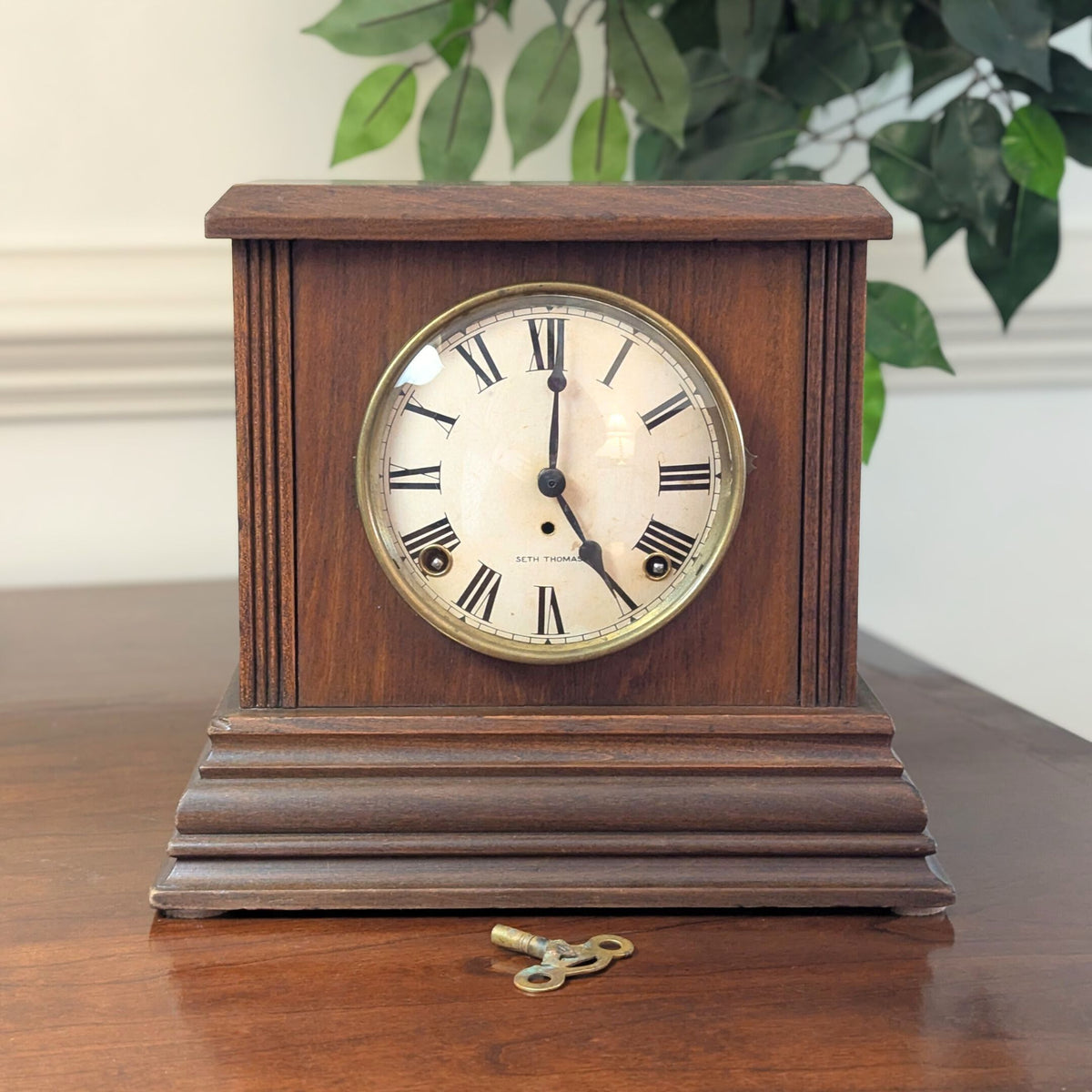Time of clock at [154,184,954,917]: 5:00
